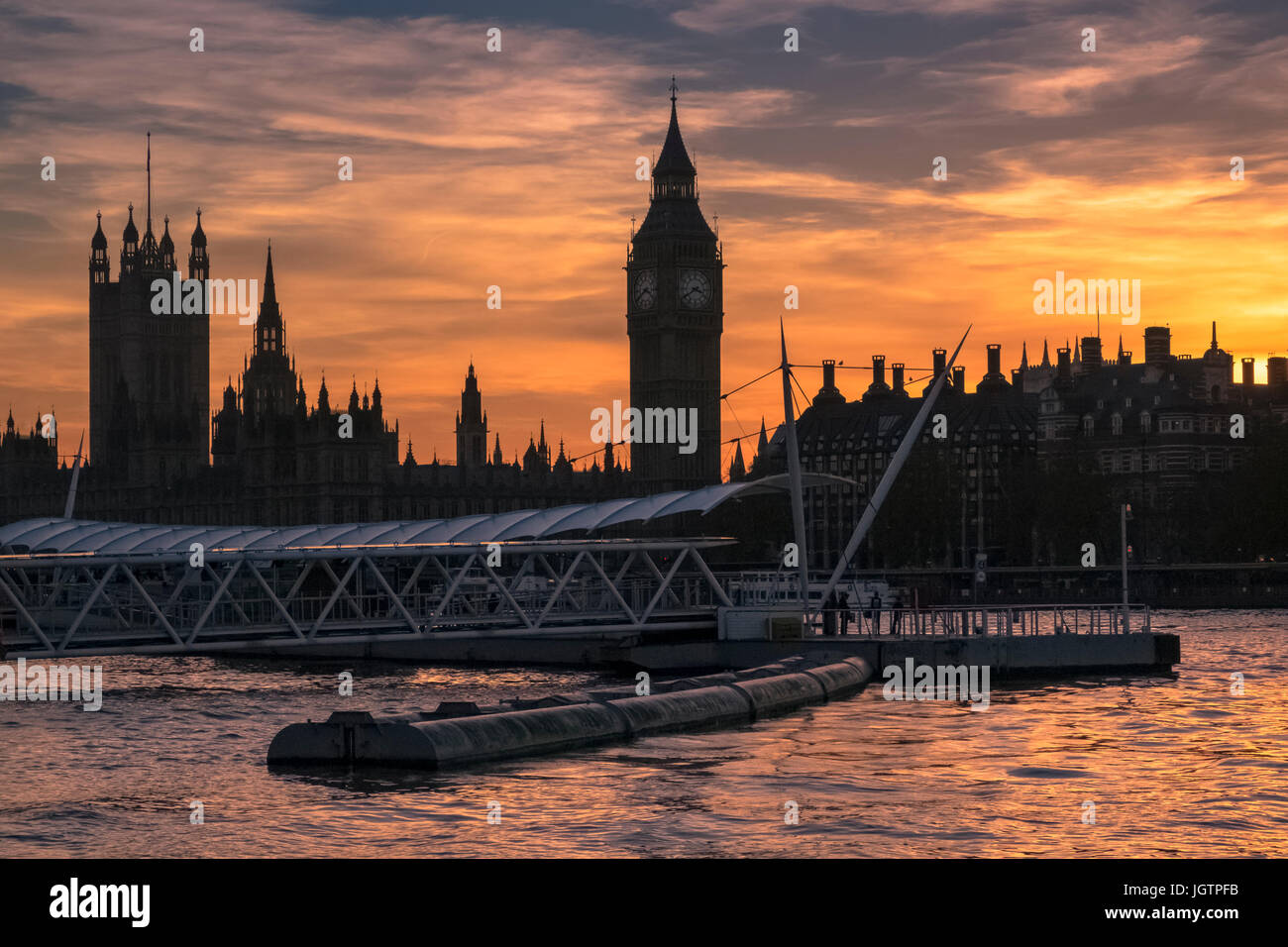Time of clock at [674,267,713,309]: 3:39
